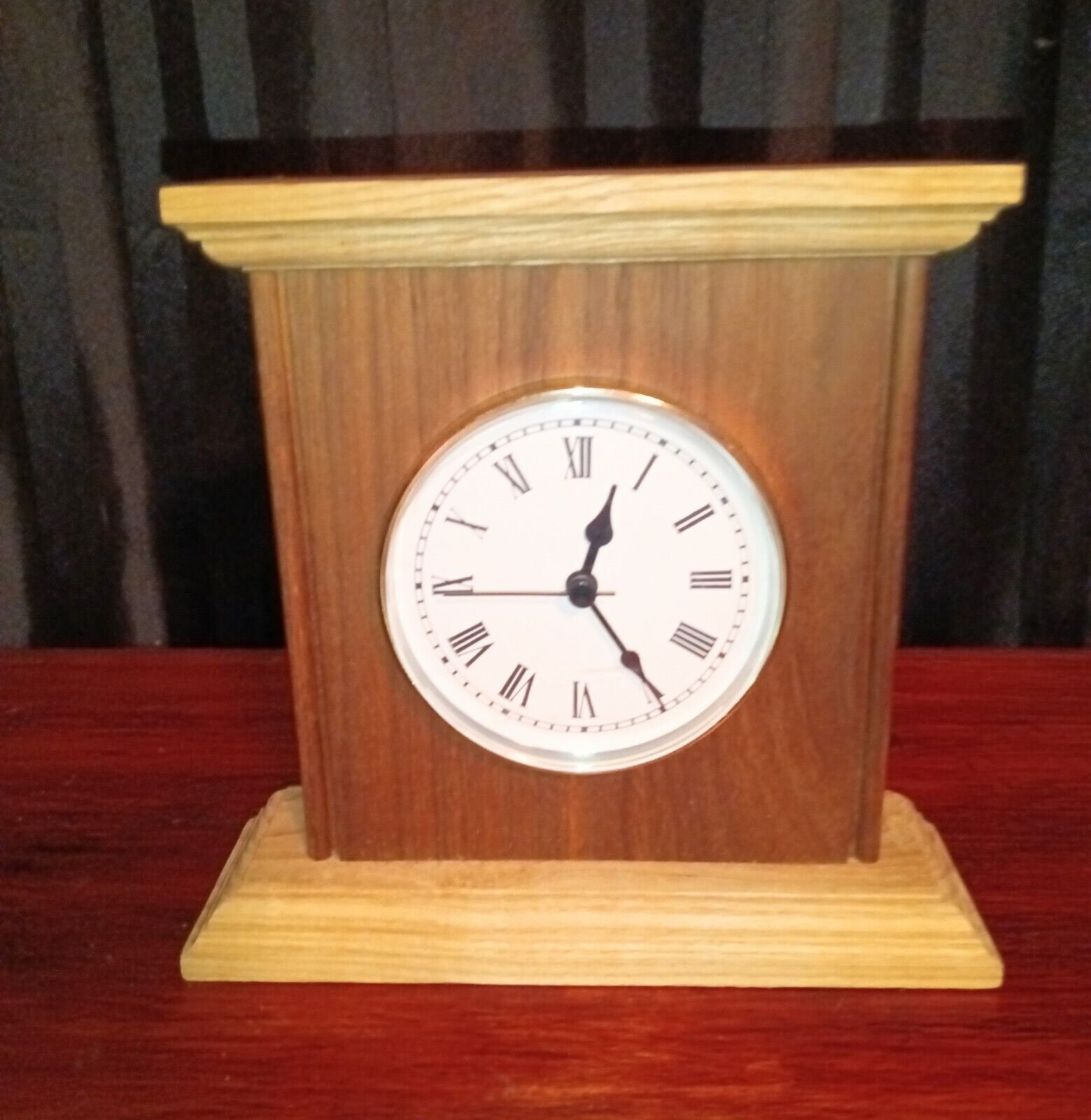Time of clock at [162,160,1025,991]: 12:24
